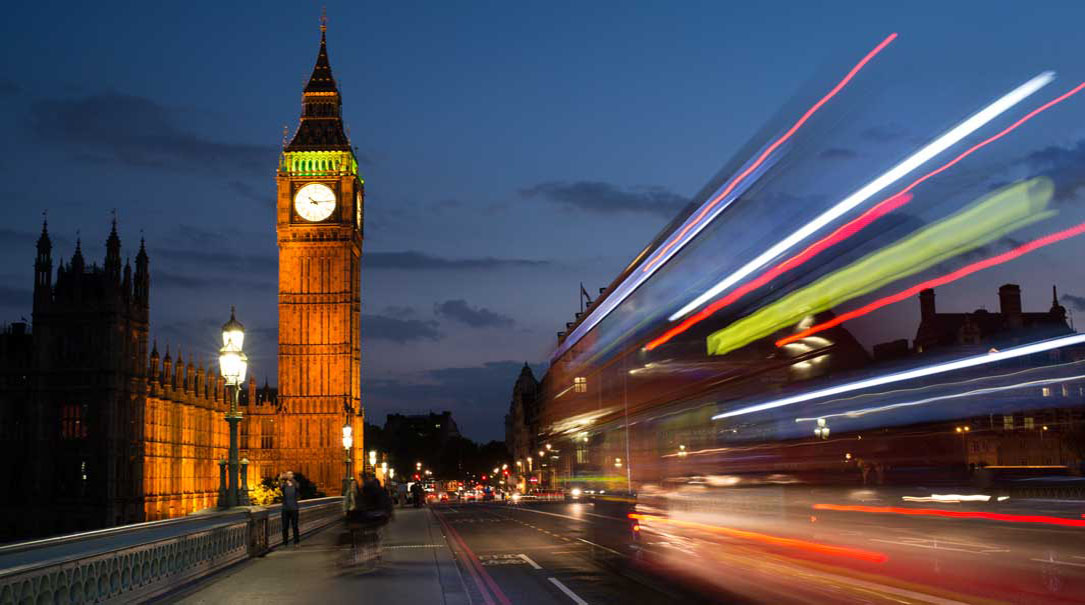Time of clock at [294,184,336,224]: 10:13
